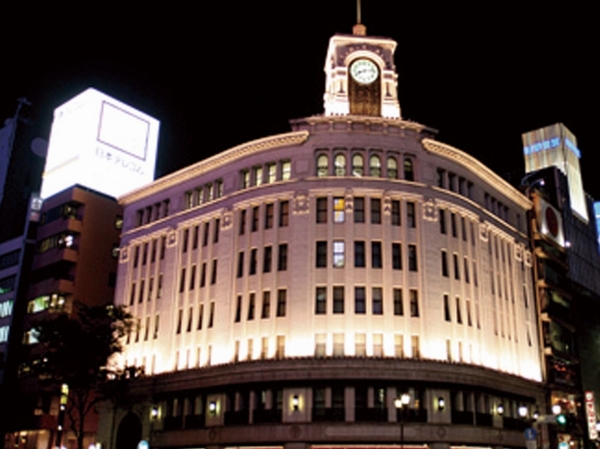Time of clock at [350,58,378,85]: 8:13
